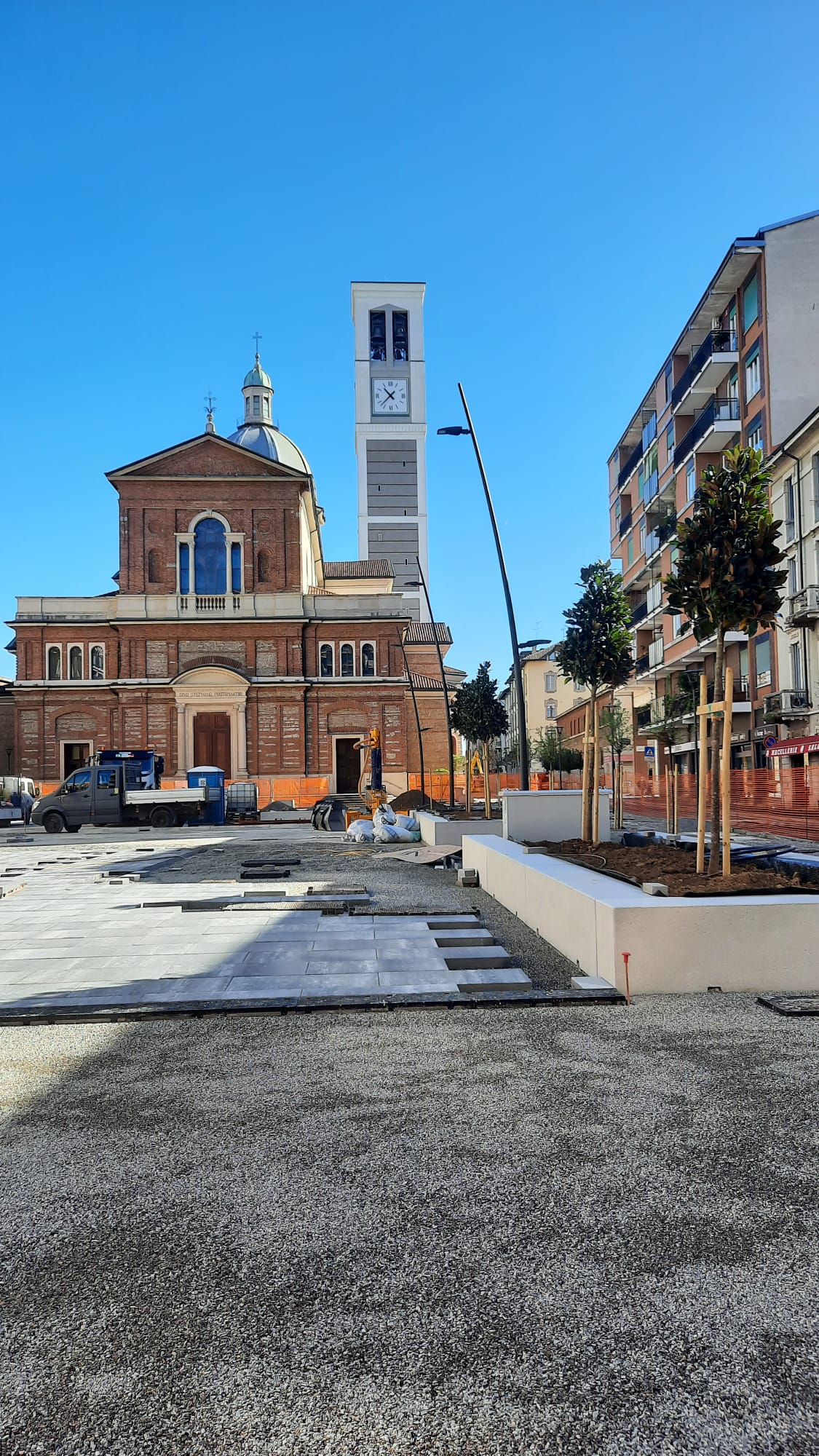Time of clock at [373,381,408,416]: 10:37
